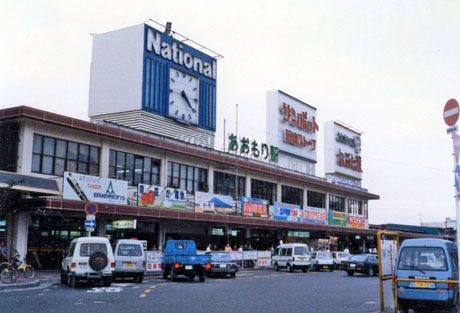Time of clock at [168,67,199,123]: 4:21
